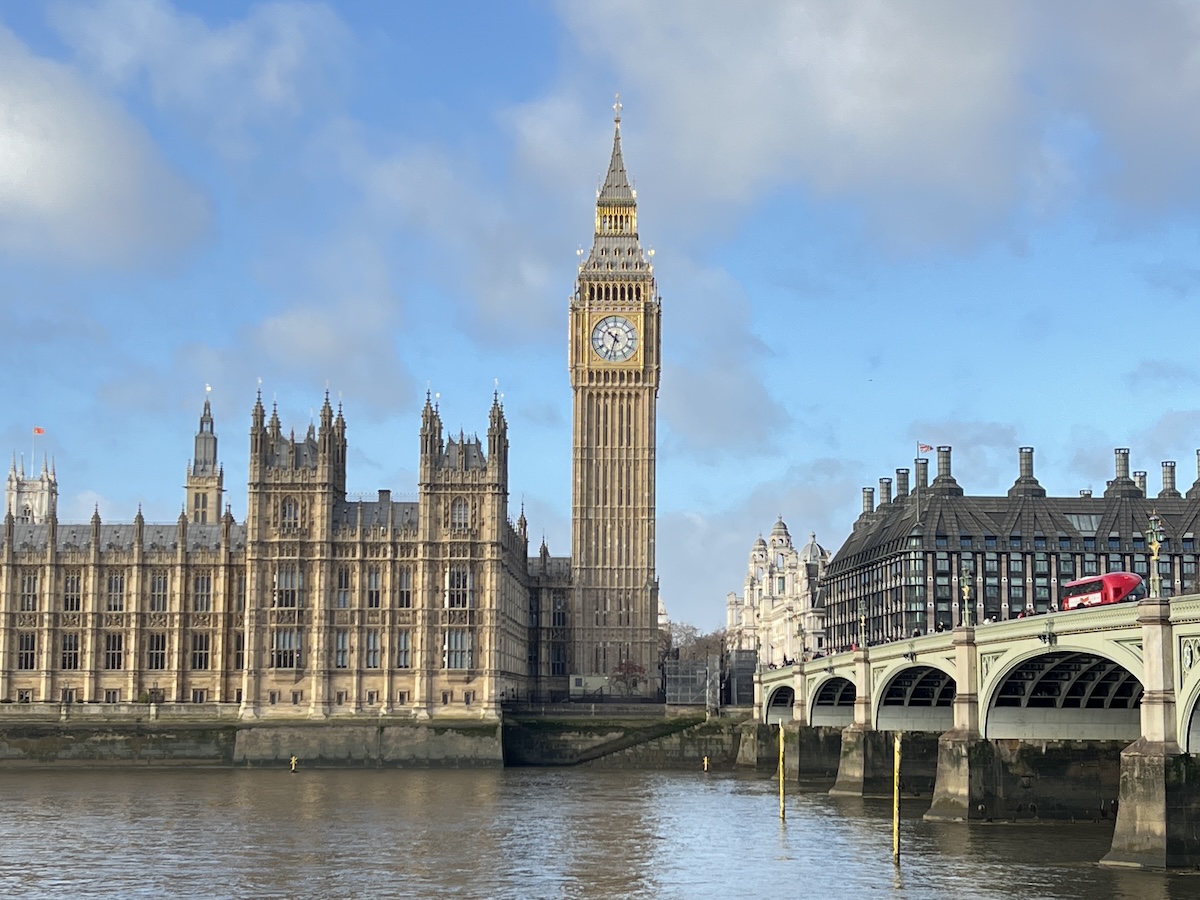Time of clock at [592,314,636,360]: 10:32
